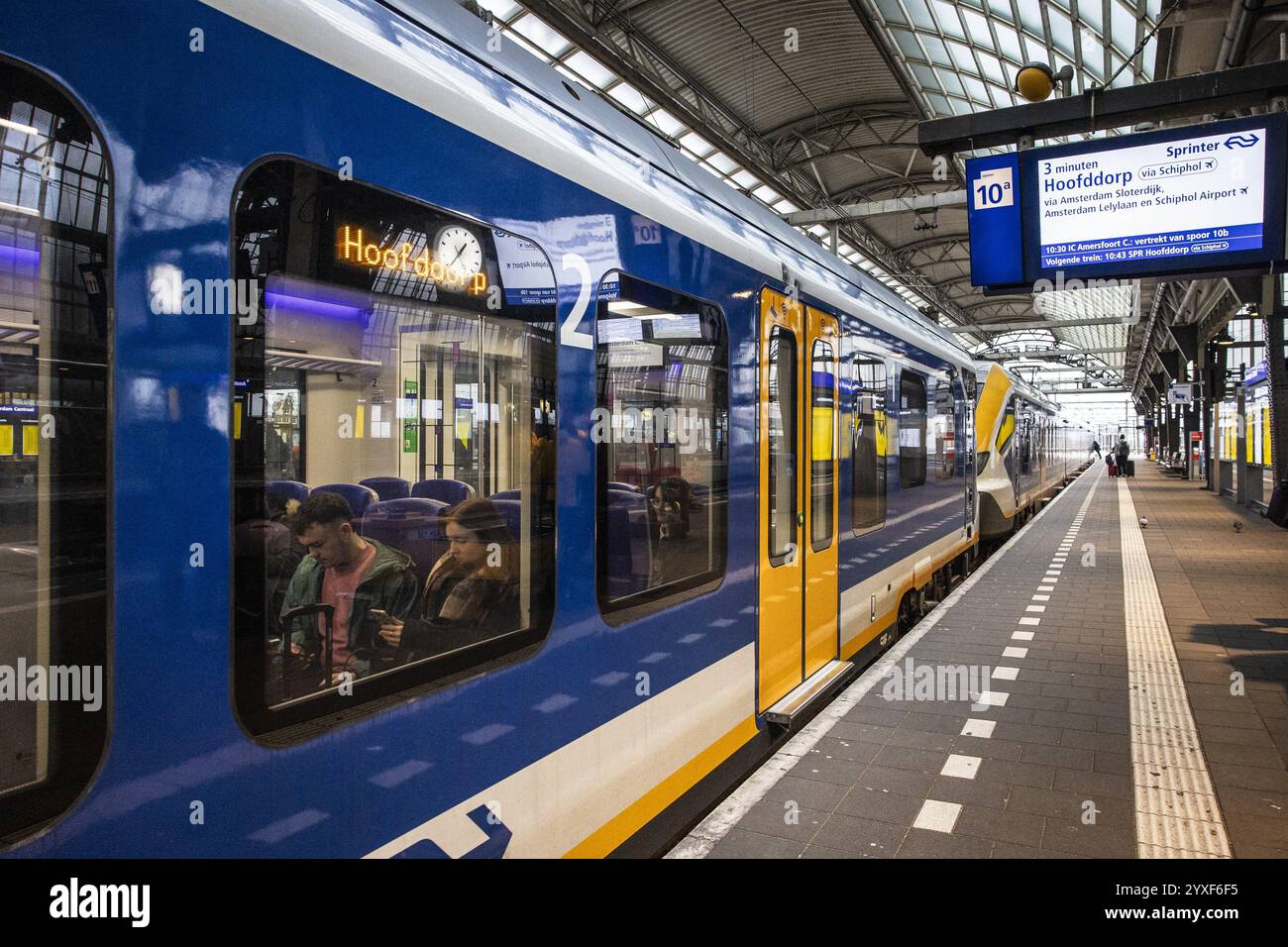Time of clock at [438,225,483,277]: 1:38
